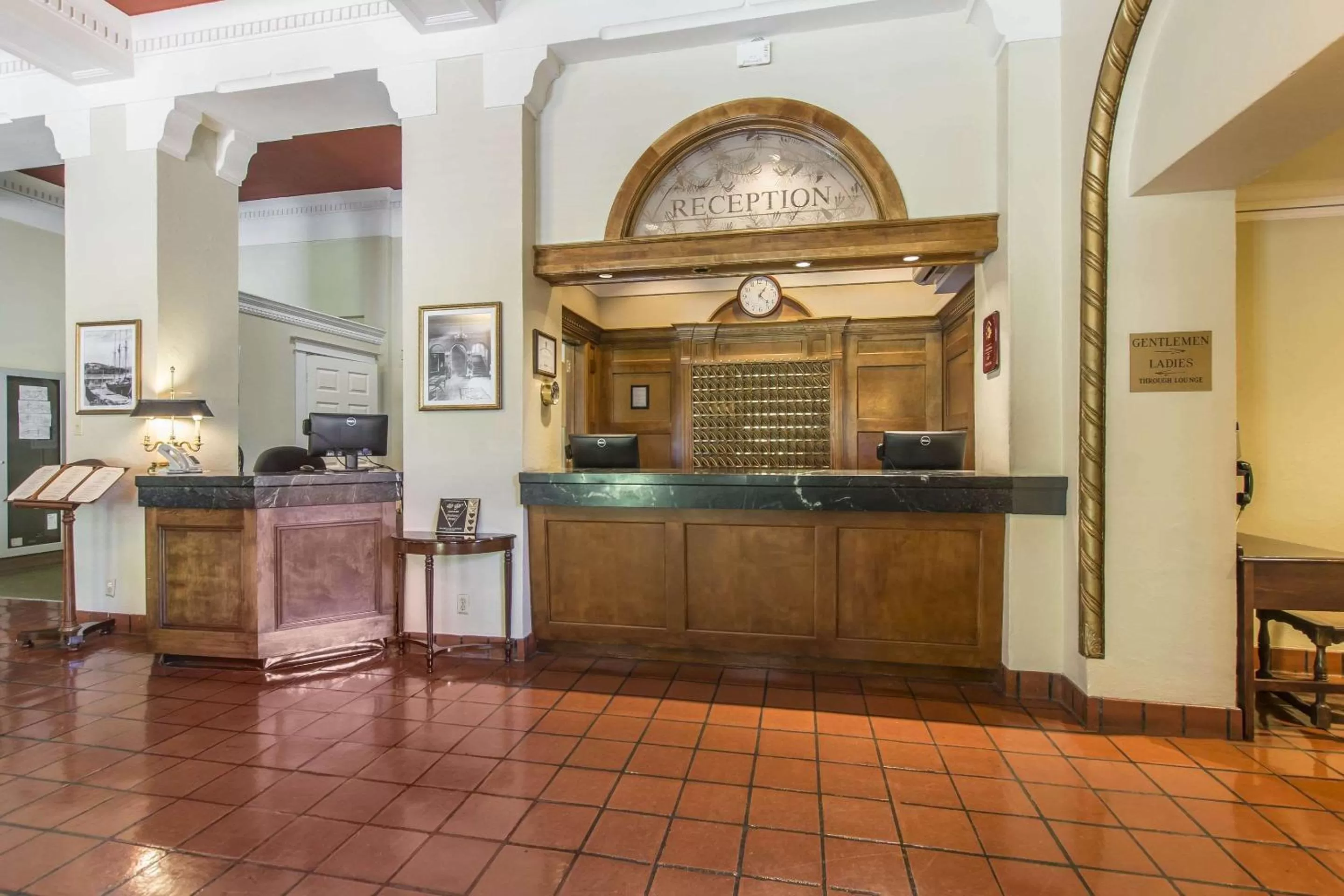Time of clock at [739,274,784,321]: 1:22
